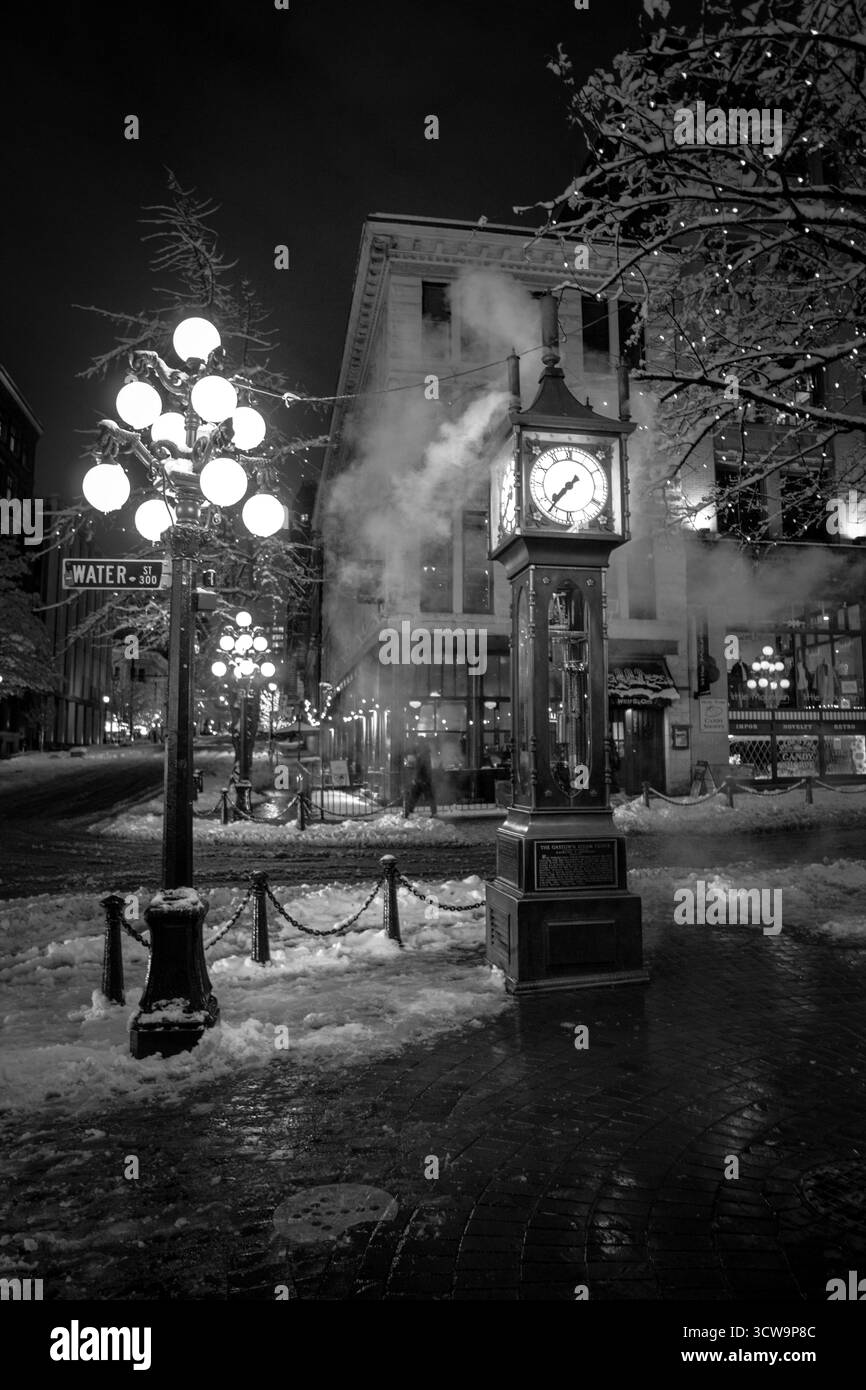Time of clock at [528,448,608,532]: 7:36
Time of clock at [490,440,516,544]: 7:36
